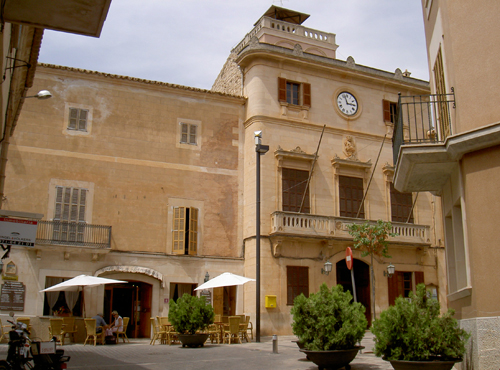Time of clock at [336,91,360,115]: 2:57
